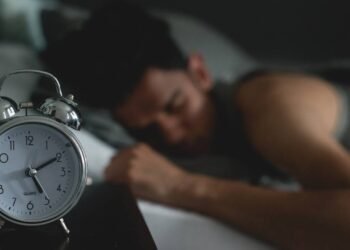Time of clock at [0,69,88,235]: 5:10
